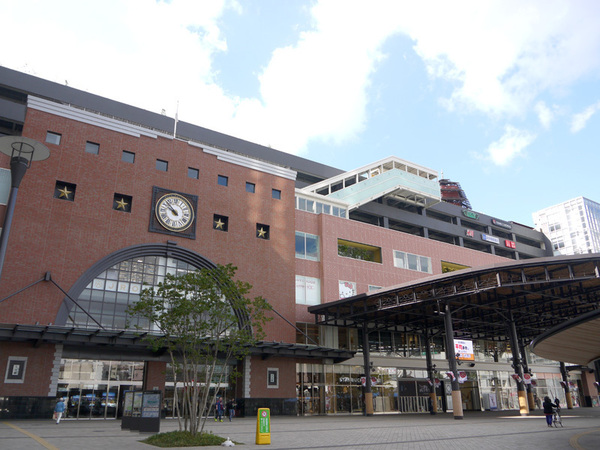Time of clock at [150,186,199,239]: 9:52
